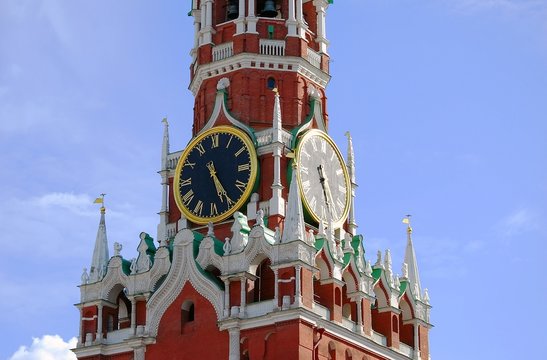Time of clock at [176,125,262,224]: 5:24
